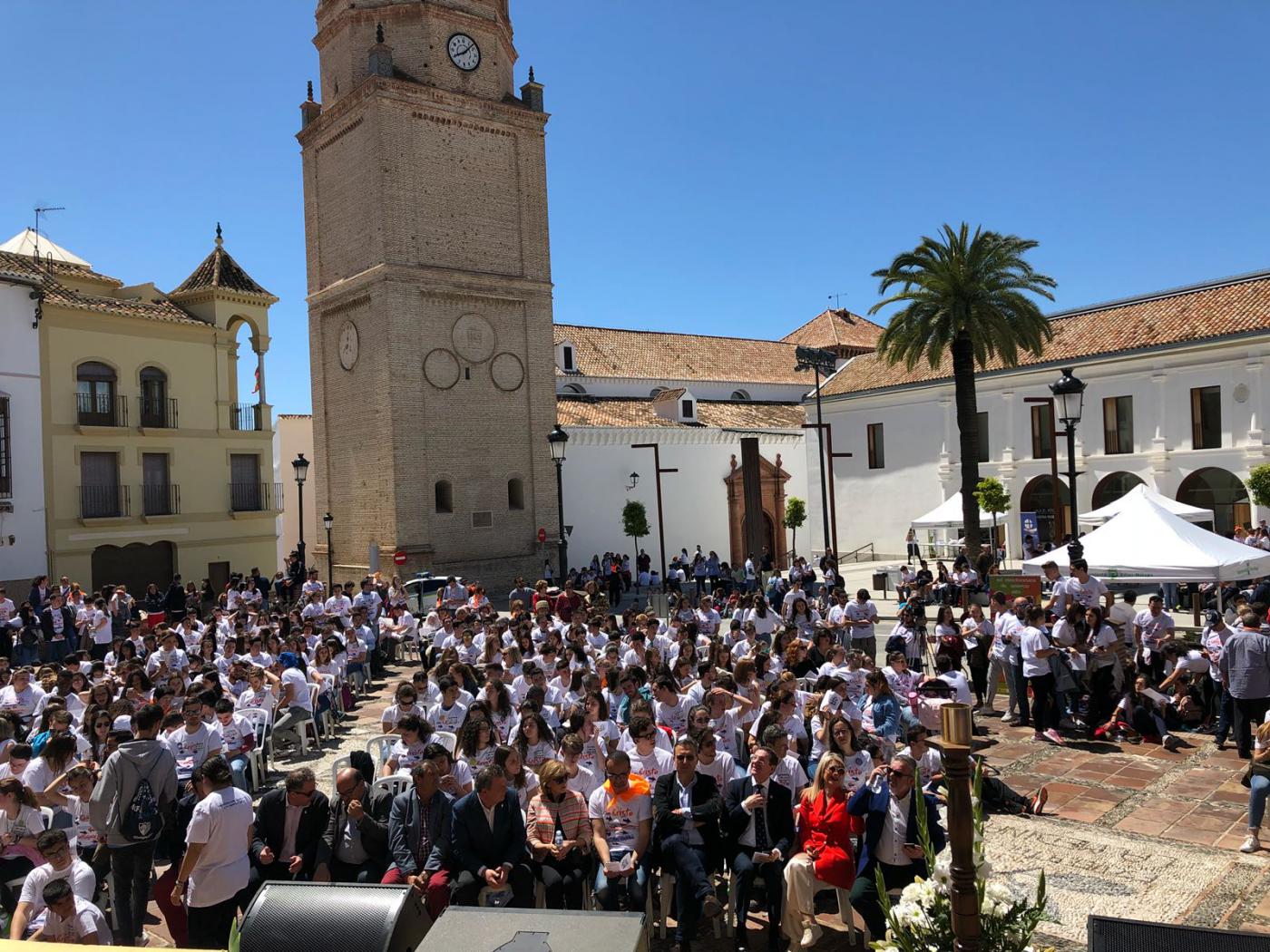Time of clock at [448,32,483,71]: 8:07
